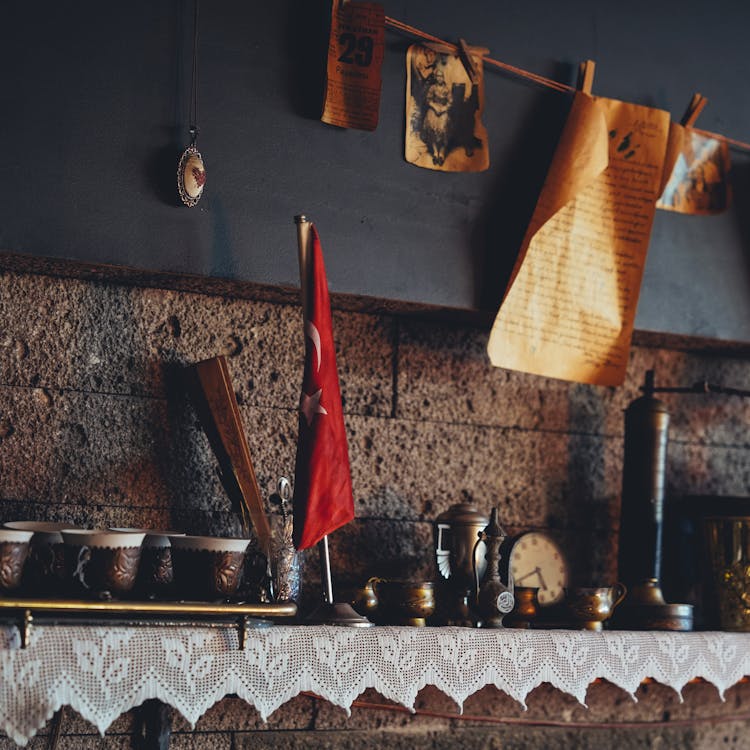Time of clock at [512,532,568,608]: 5:41
